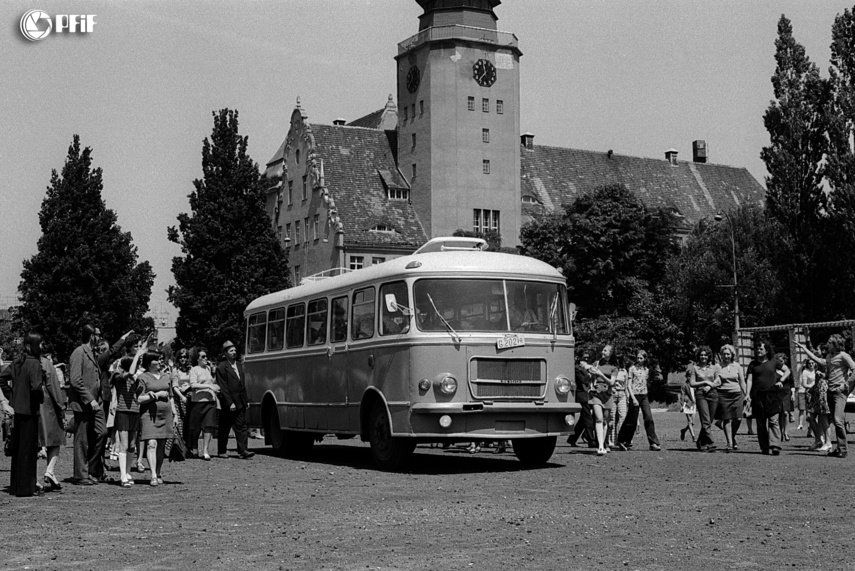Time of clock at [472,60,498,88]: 11:36
